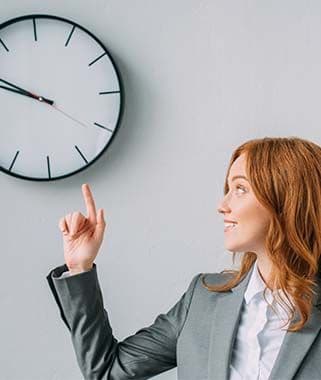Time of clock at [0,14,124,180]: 9:50
